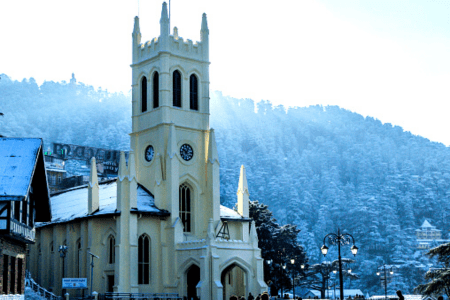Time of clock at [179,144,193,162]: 10:04
